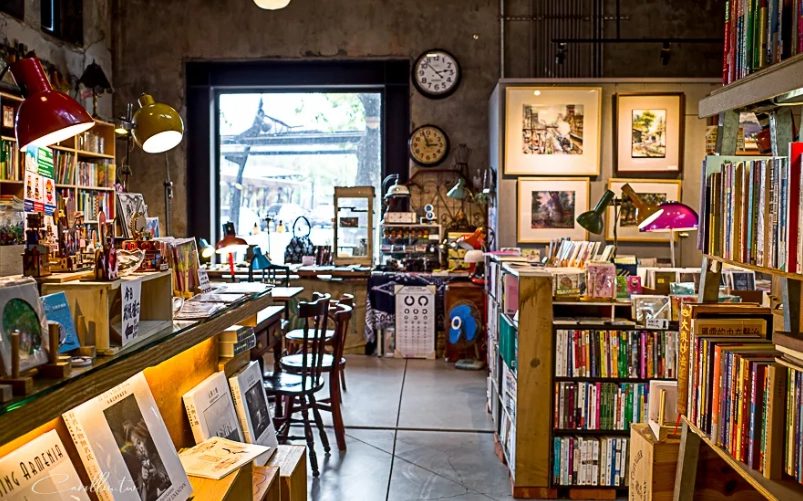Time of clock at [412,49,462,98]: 2:52
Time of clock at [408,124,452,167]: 2:56
